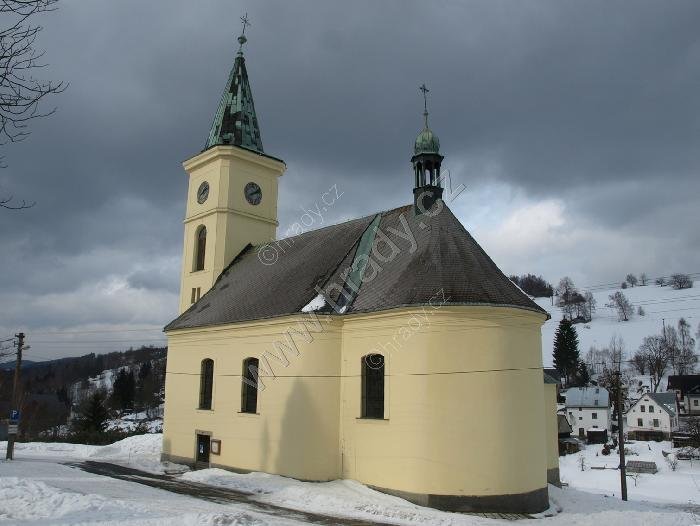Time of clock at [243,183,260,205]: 2:11
